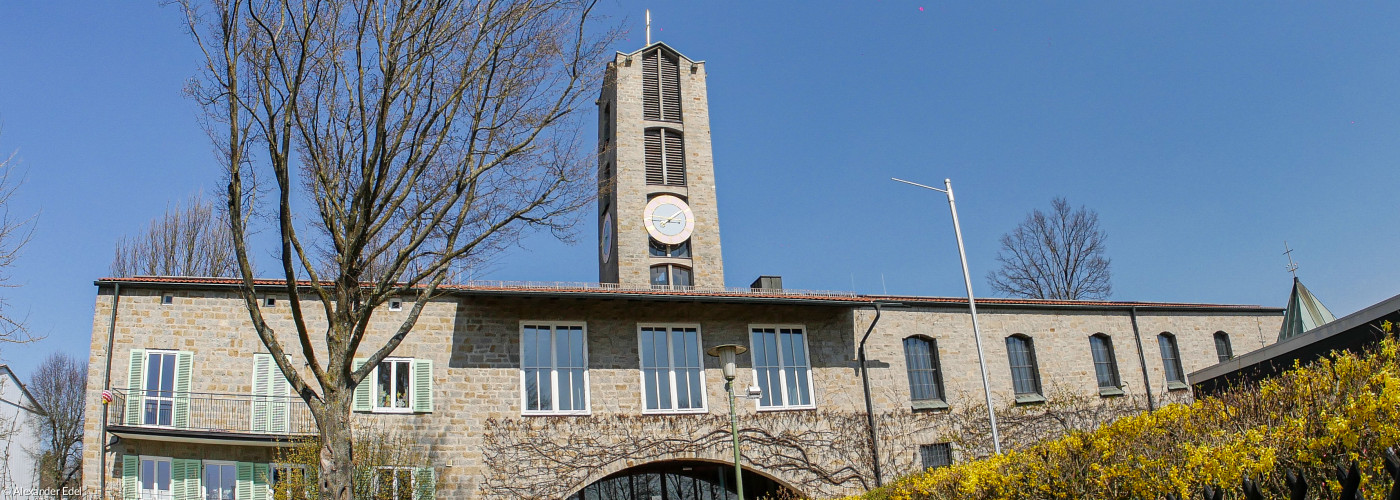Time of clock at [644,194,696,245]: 3:09
